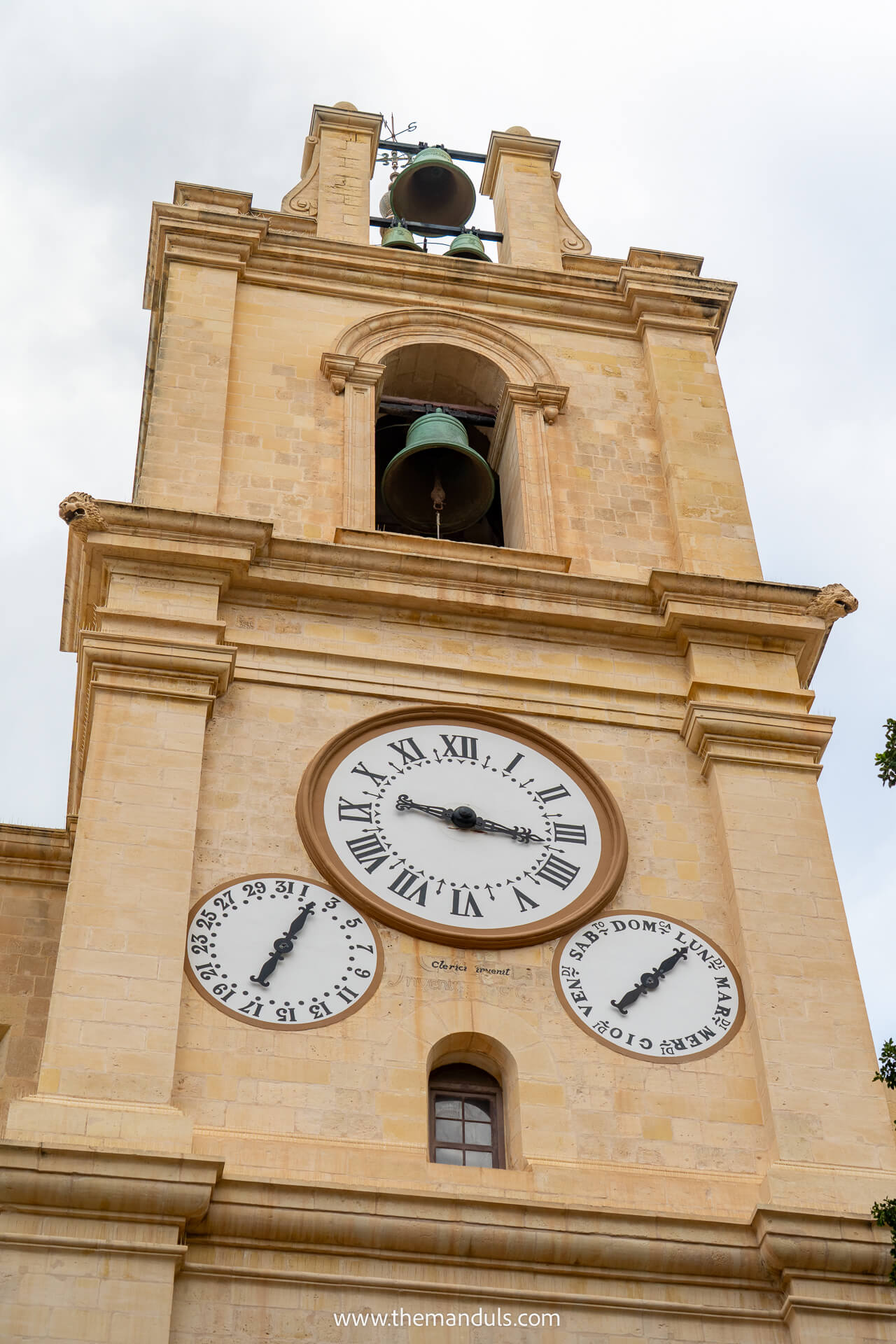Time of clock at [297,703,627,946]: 9:16
